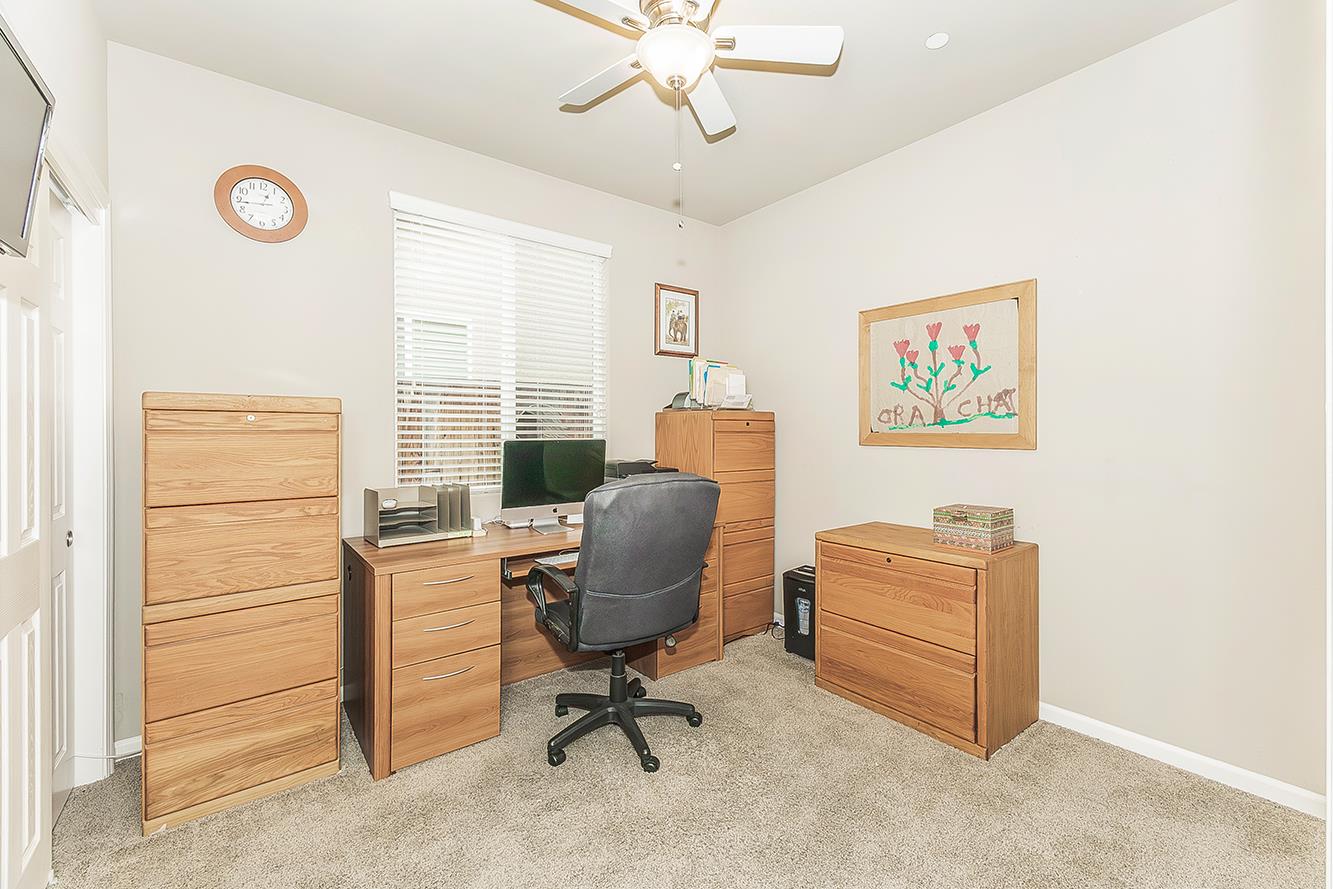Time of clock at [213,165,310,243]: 12:43
